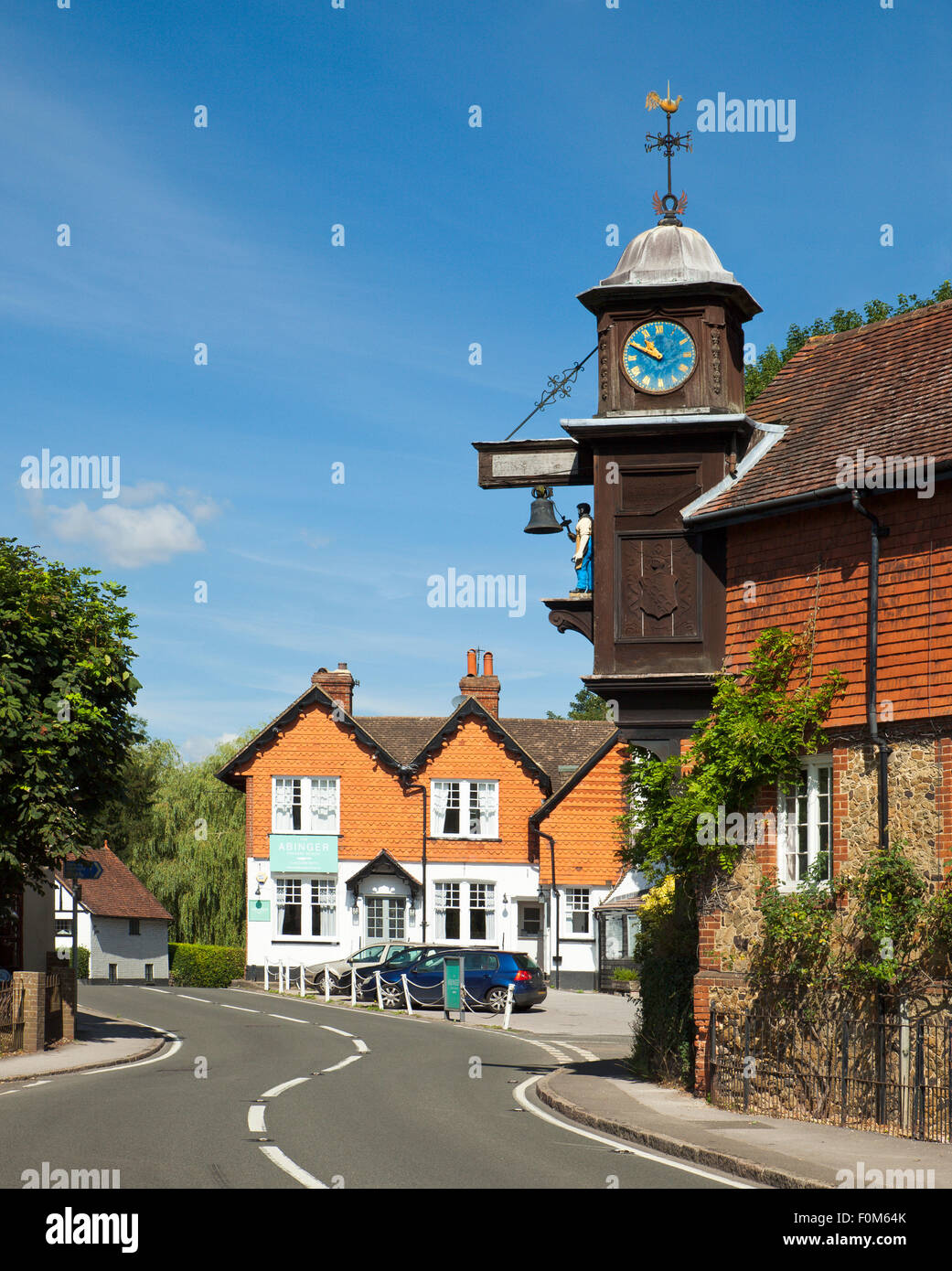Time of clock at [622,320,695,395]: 10:49
